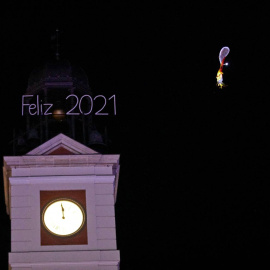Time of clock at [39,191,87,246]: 11:58
